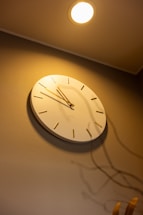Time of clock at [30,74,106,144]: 10:48
